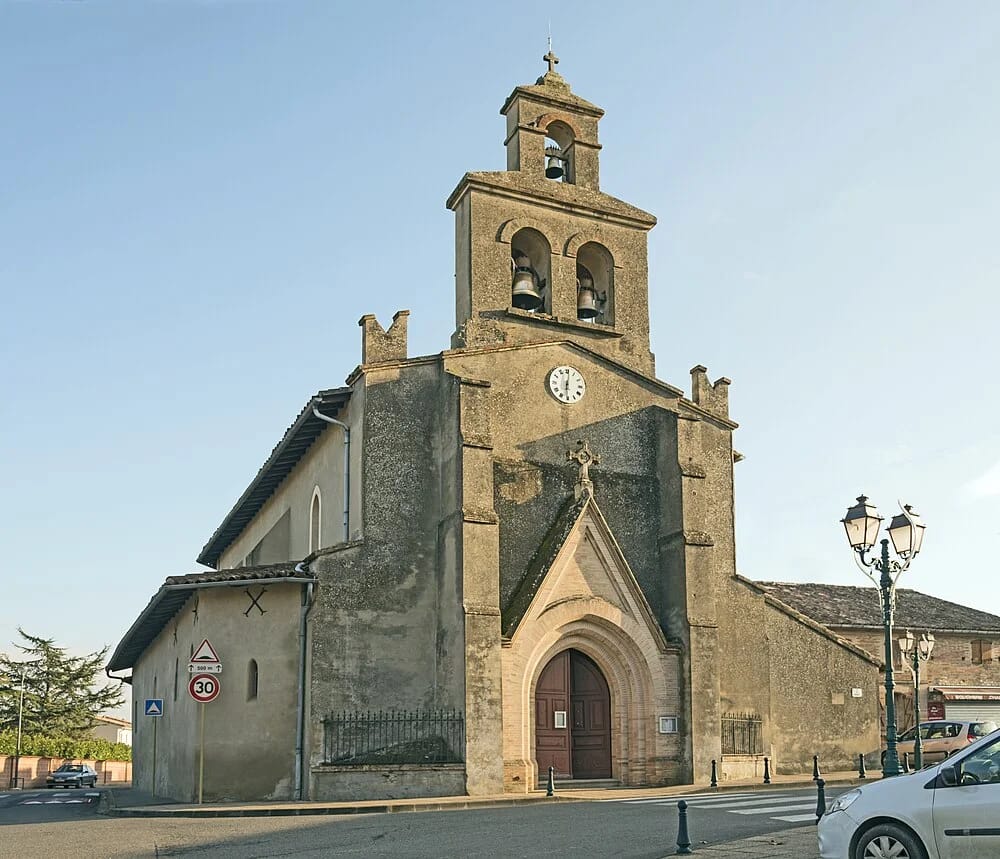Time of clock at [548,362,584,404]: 6:01
